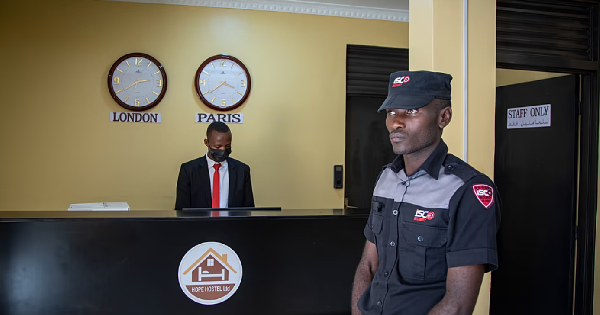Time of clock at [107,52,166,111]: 2:39
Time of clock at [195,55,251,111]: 3:38
